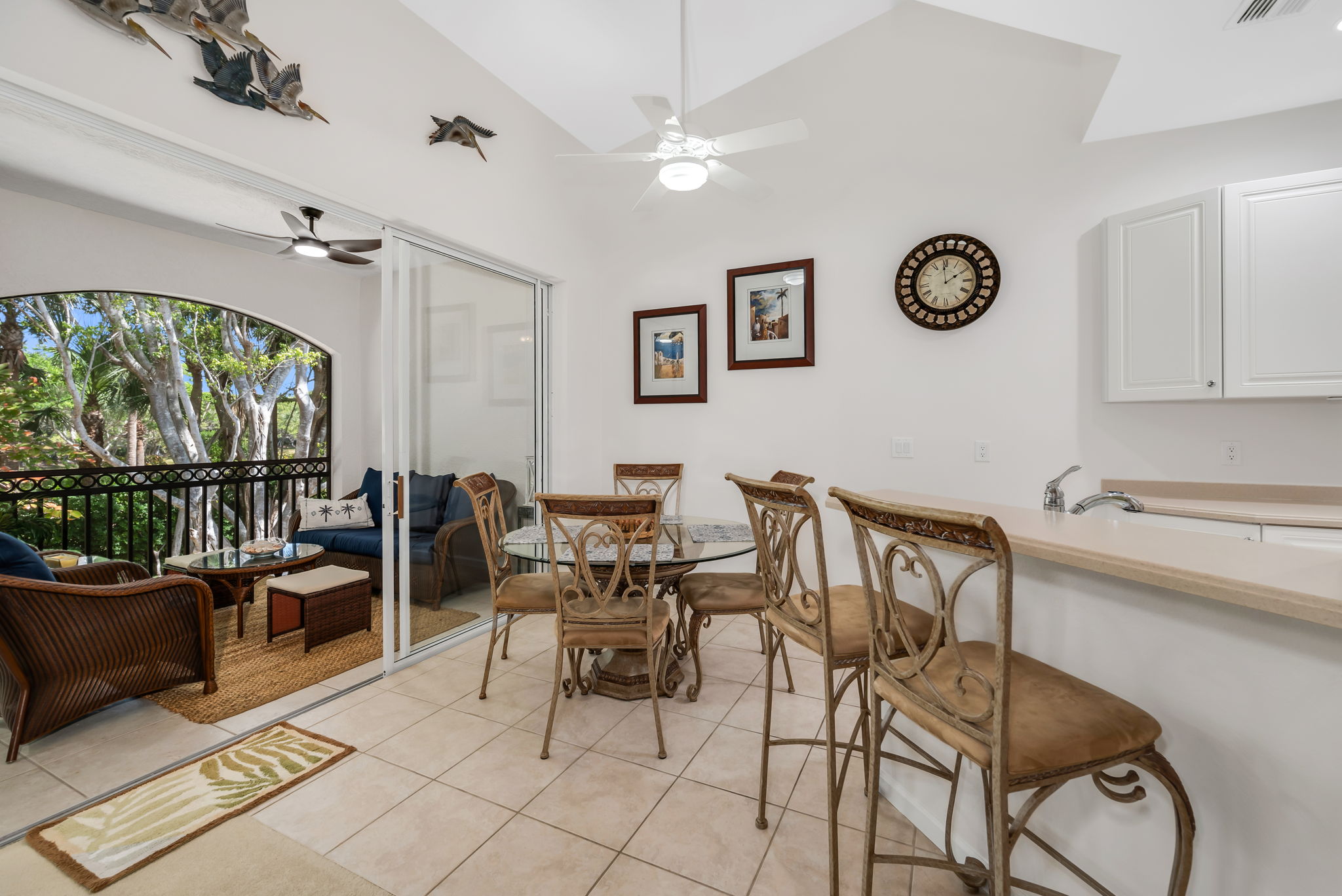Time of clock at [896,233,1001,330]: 1:59
